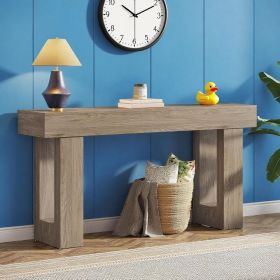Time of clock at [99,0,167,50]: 10:10
